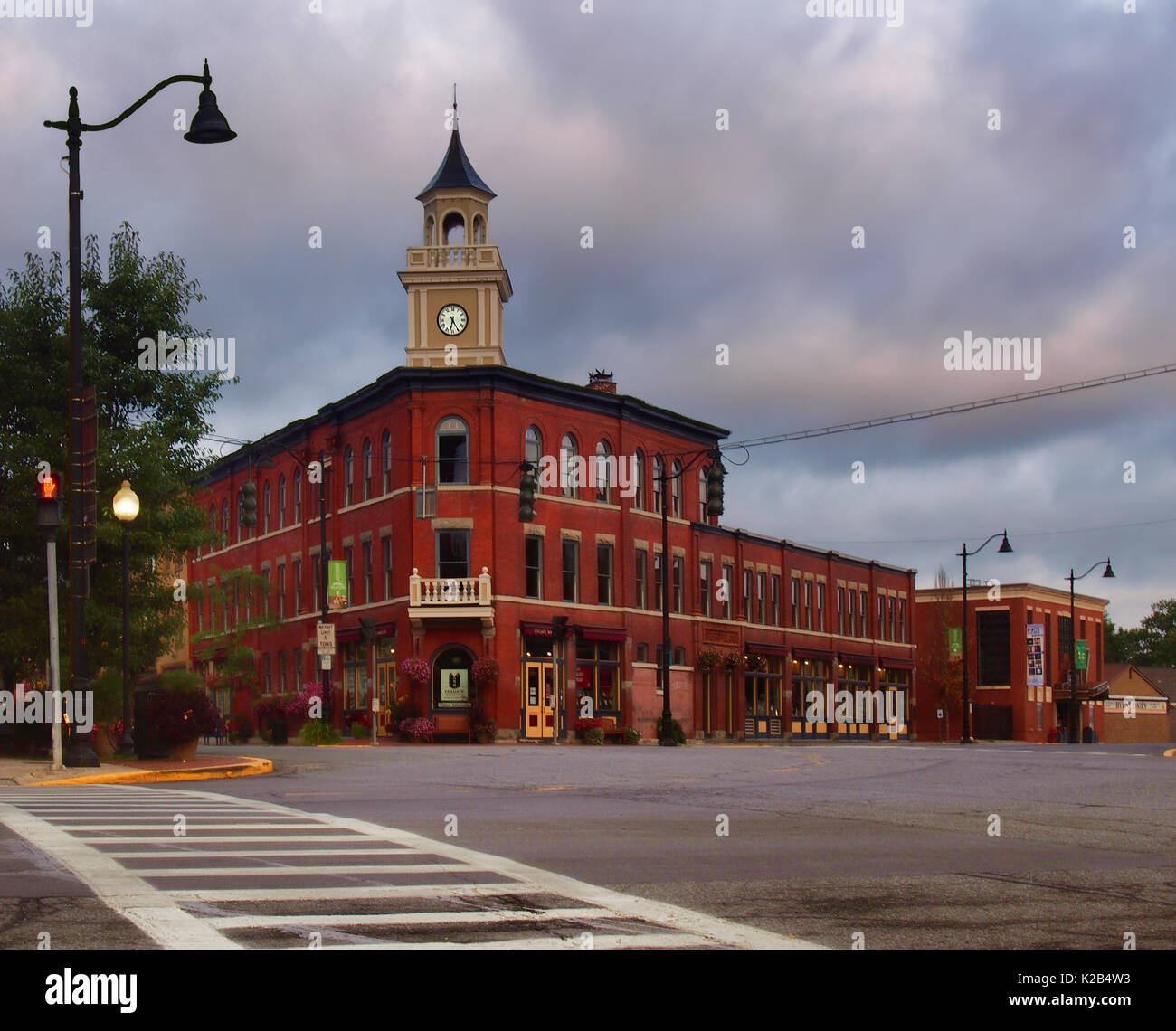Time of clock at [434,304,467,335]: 6:25
